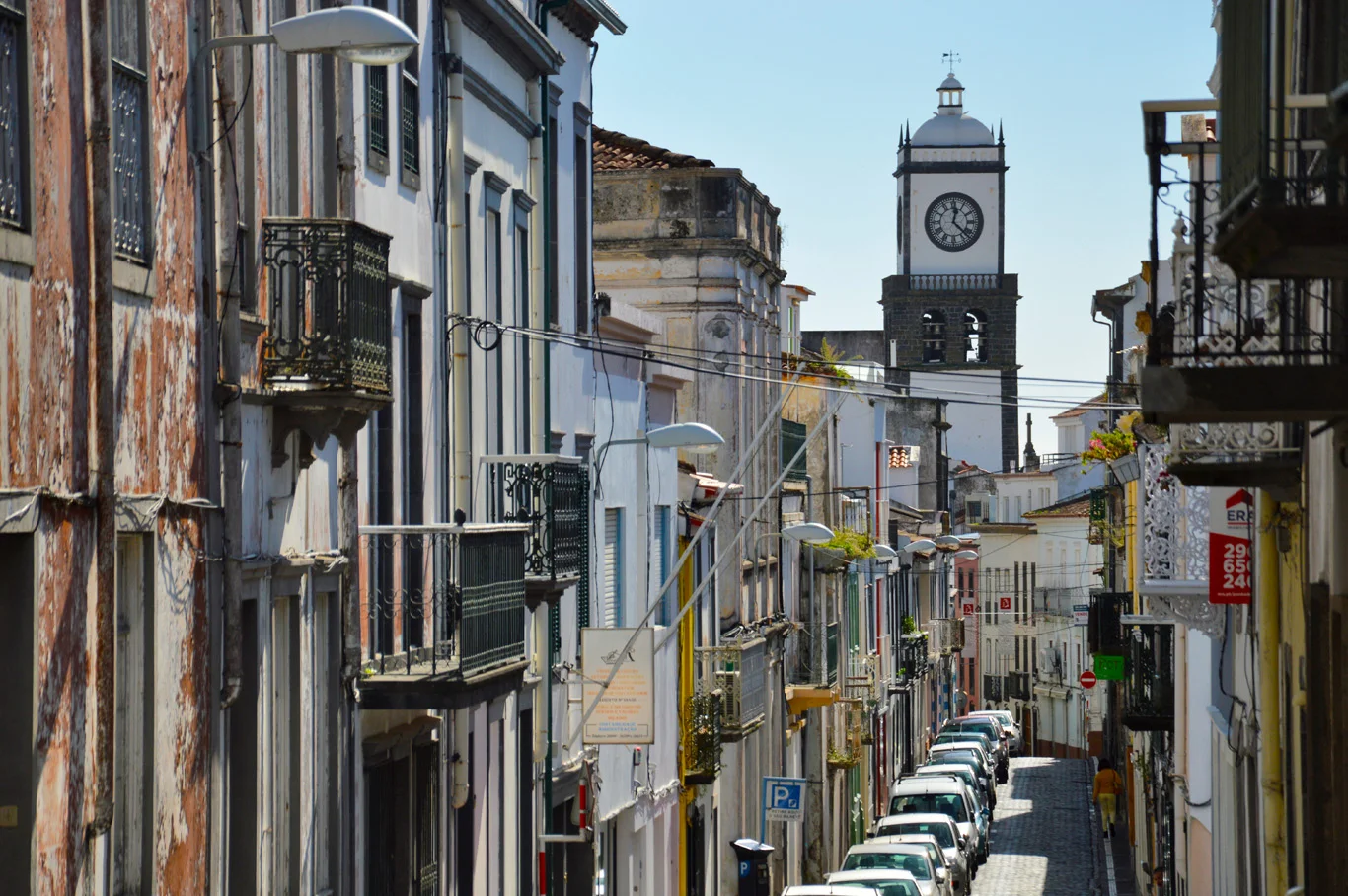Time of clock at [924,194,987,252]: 12:22
